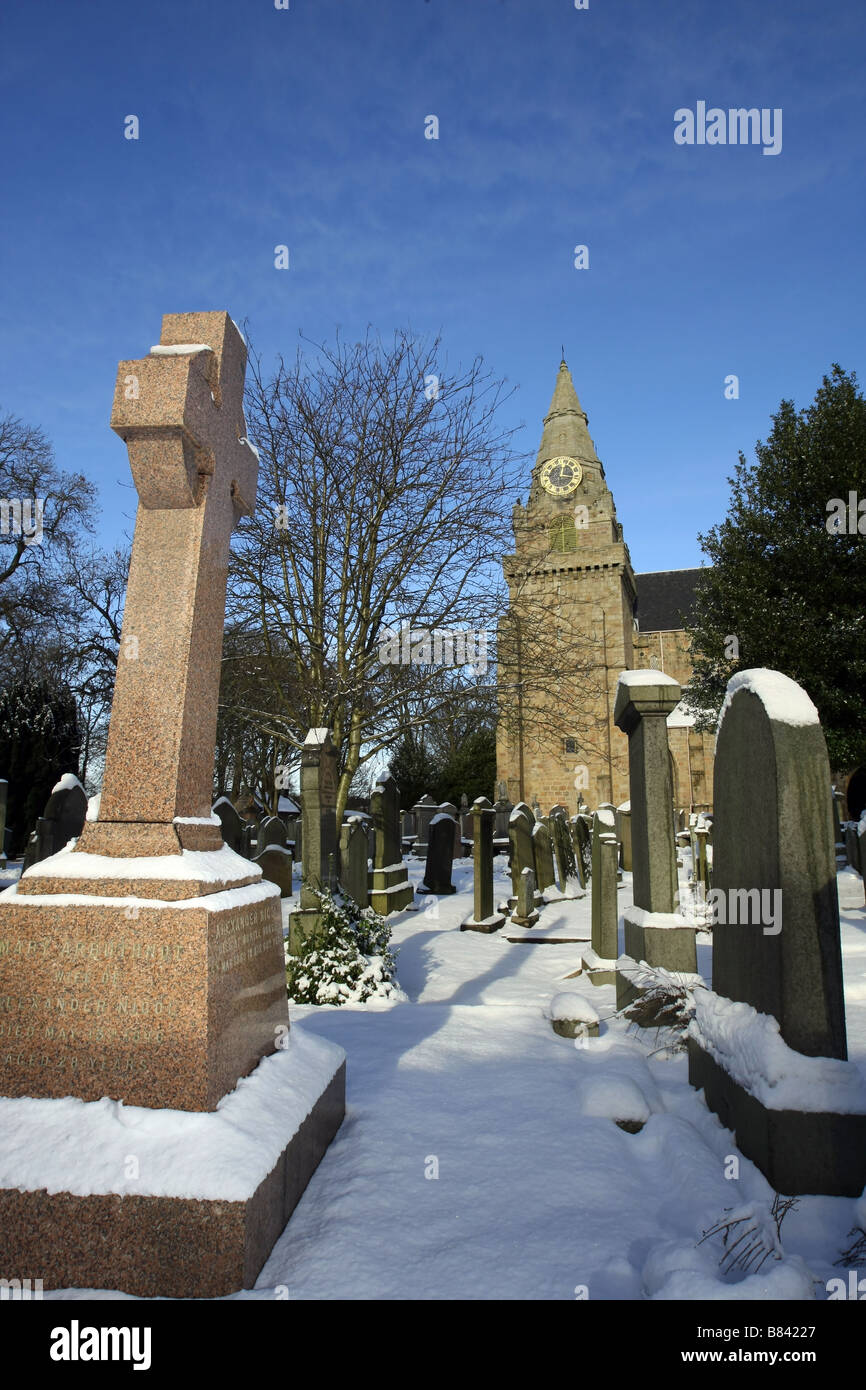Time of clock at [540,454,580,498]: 12:16
